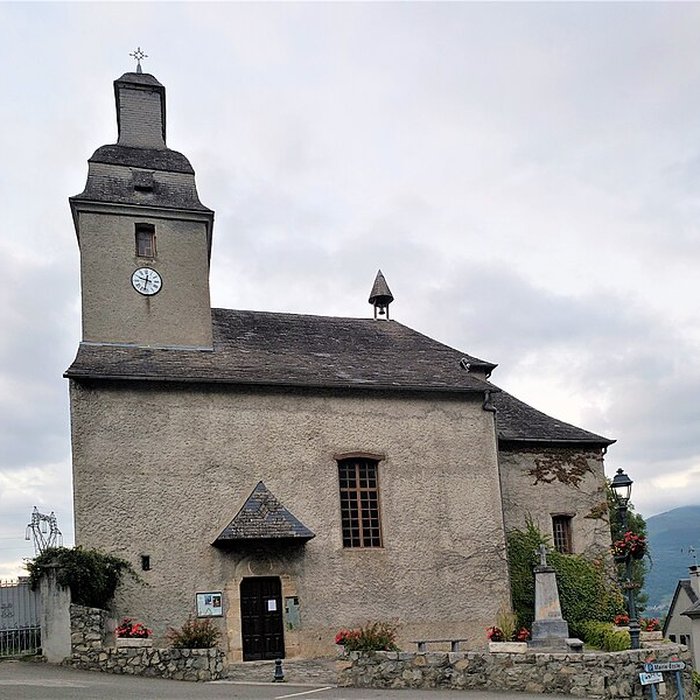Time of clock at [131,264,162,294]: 9:32
